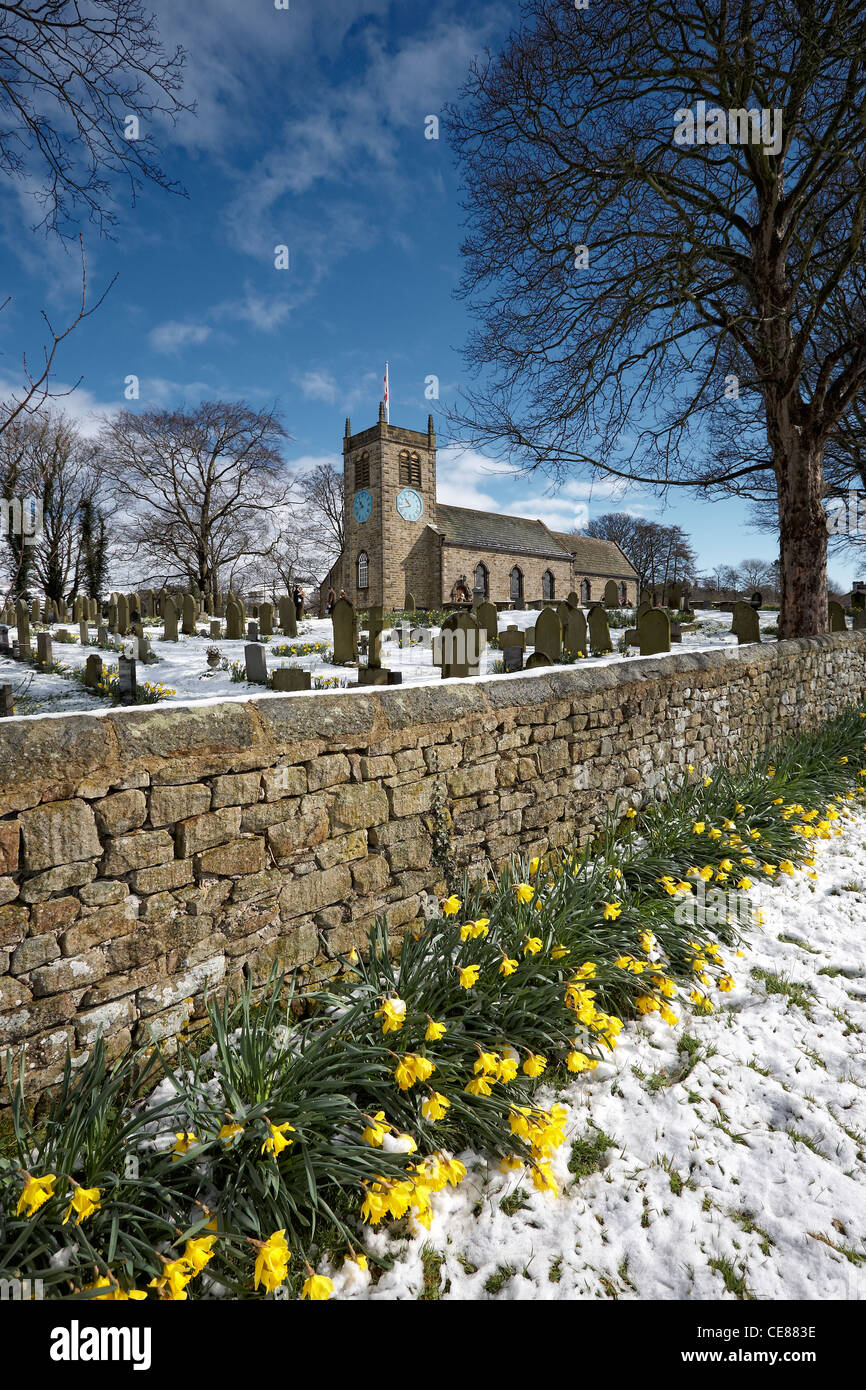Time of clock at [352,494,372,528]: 10:41
